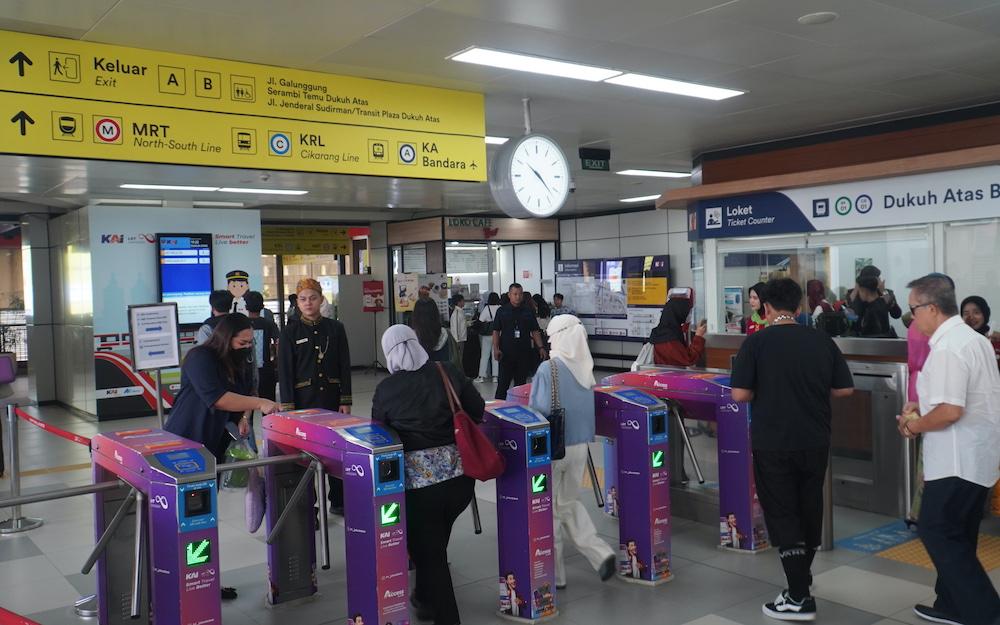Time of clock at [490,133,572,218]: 10:22
